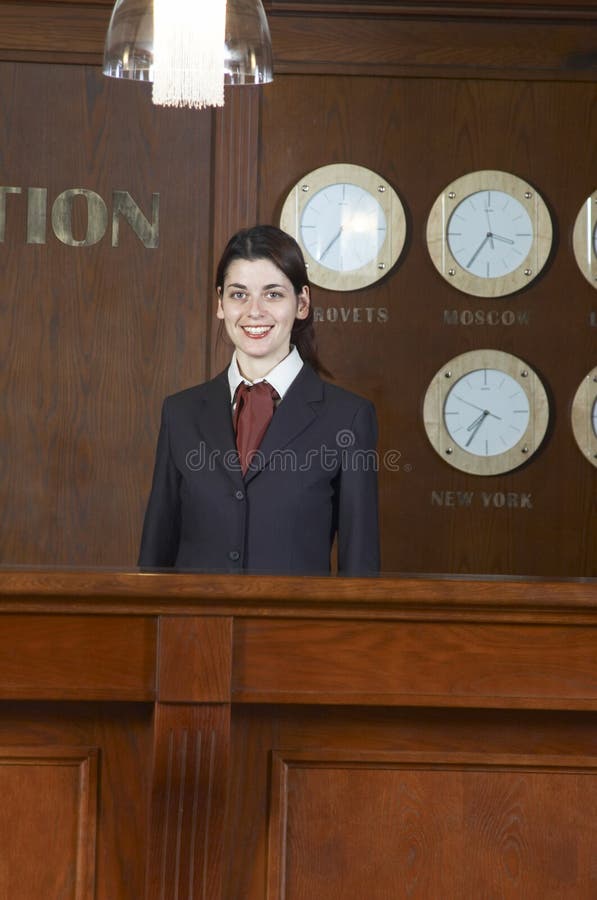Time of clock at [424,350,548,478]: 7:34
